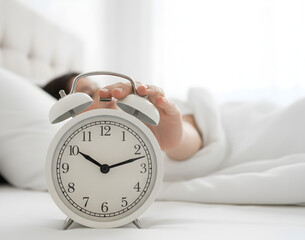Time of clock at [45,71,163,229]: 10:12
